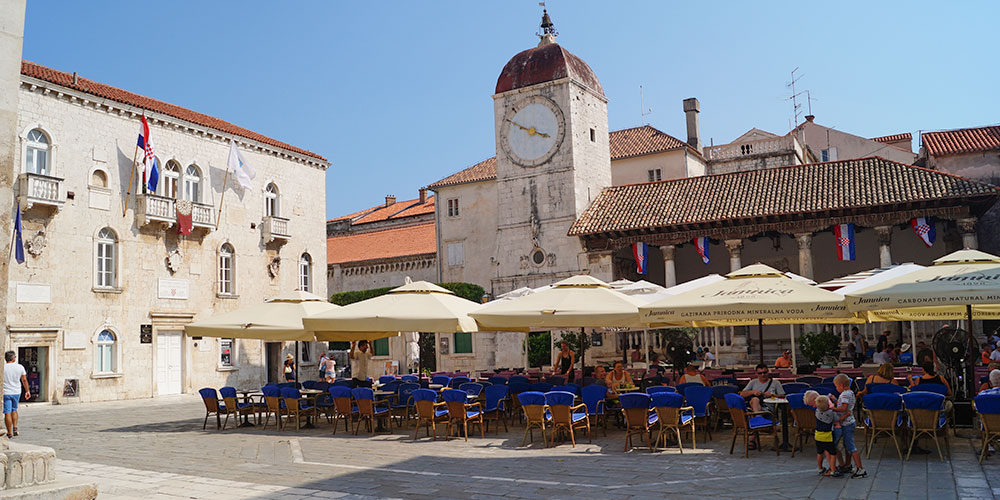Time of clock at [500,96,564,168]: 3:50
